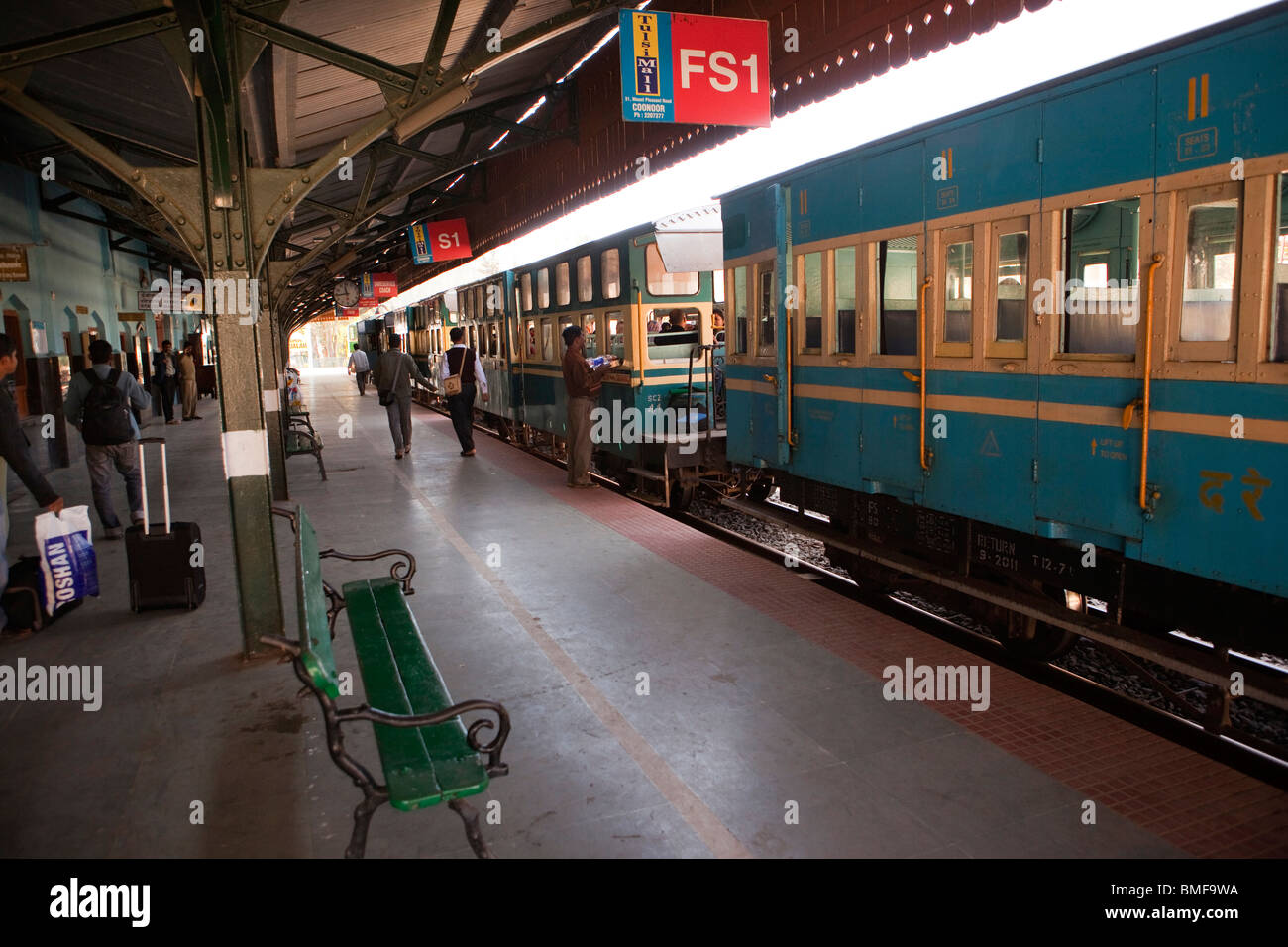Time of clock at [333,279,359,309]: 11:43
